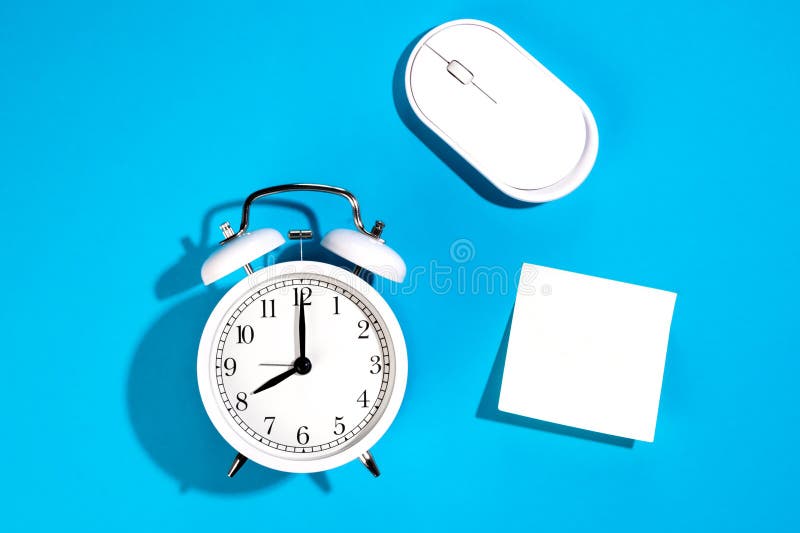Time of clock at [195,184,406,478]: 8:00
